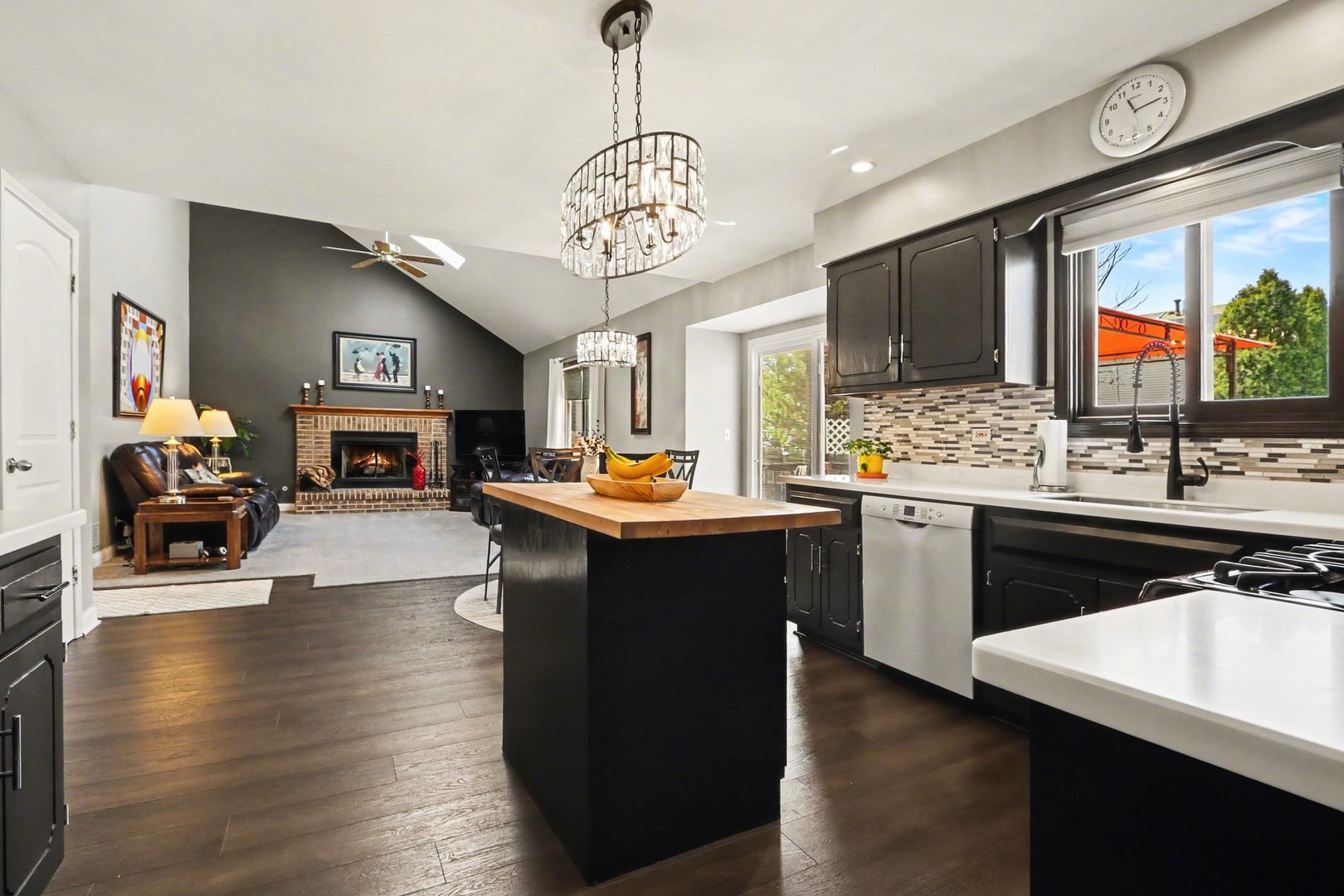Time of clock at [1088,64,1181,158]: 11:13
